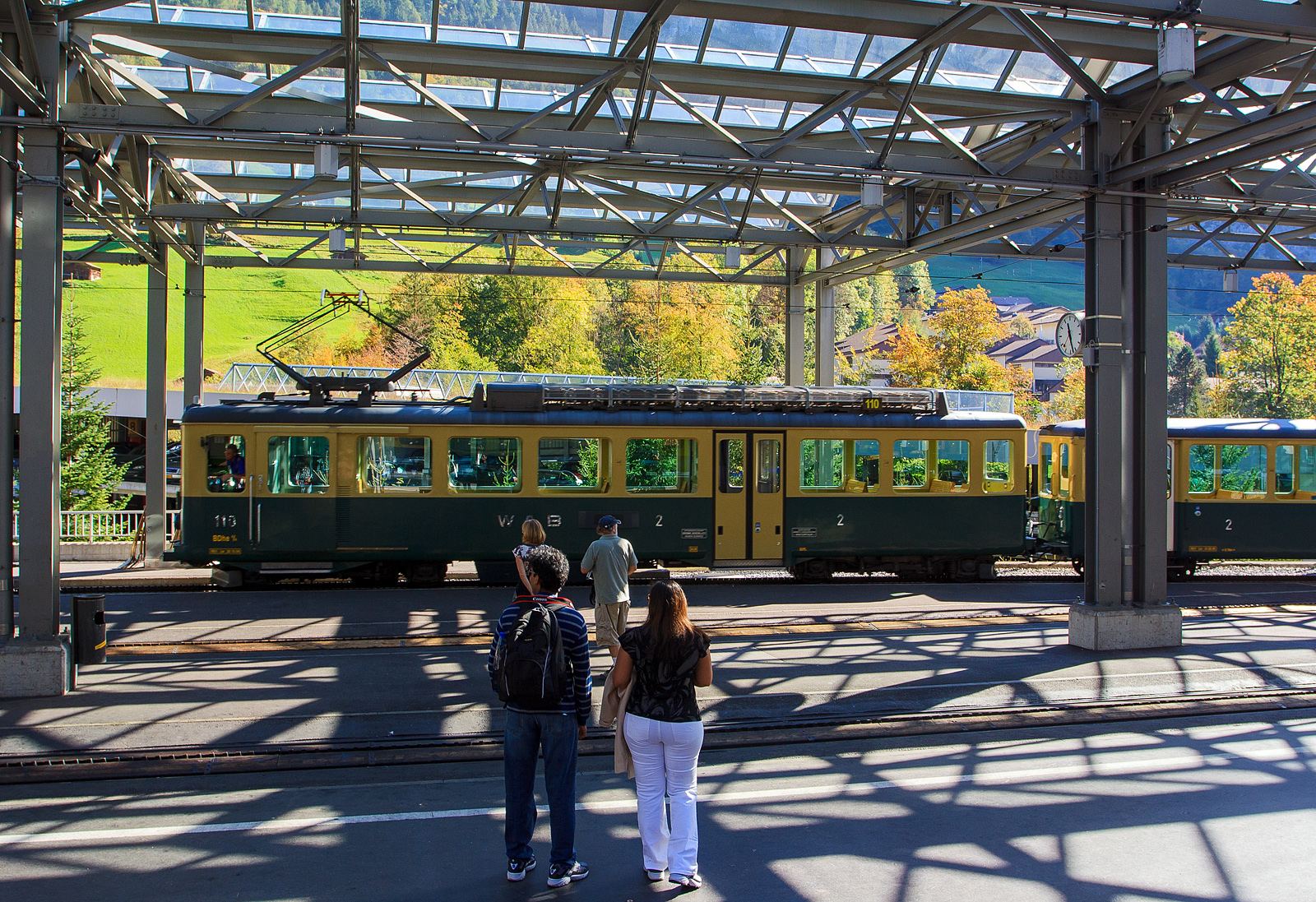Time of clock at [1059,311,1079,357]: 11:27
